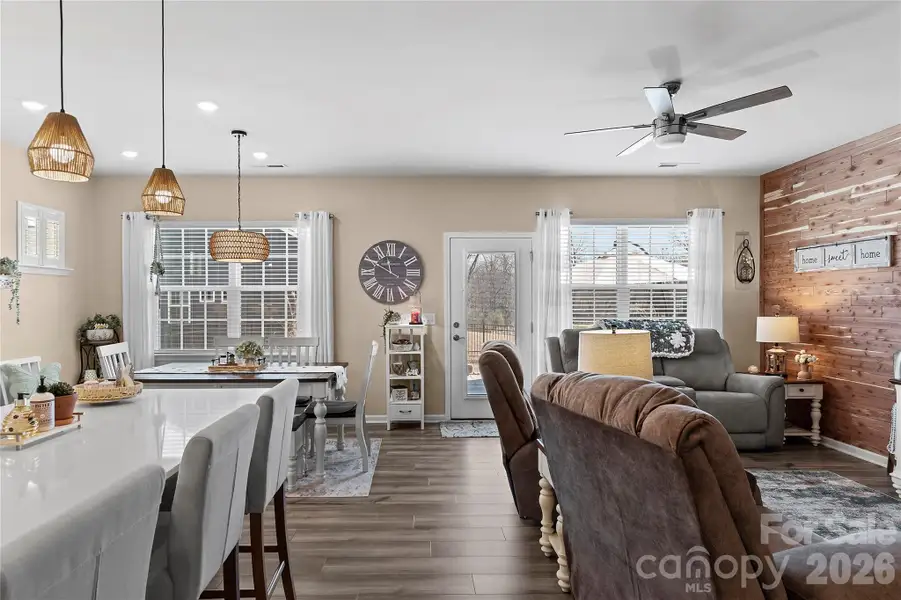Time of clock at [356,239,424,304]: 11:49
